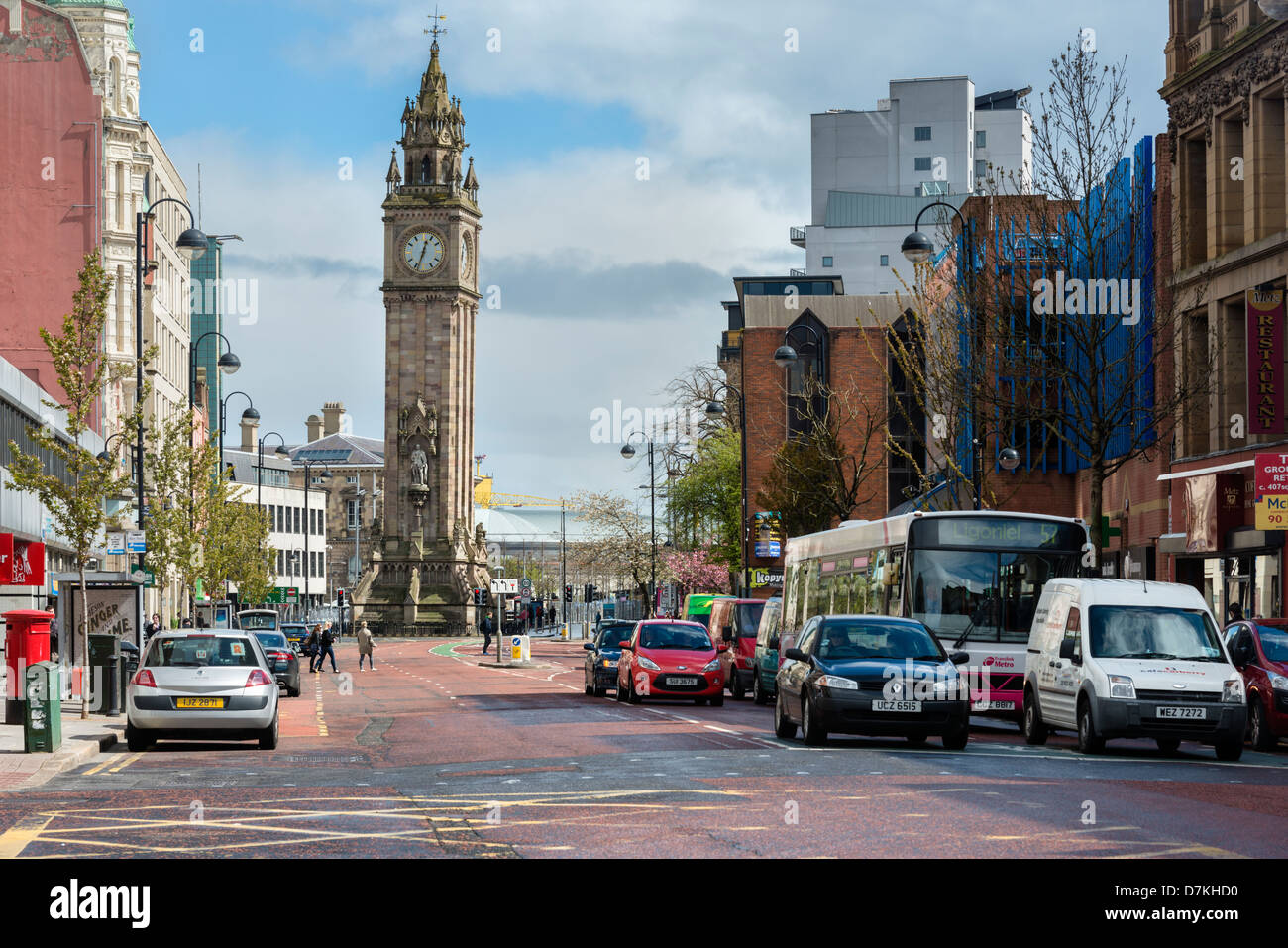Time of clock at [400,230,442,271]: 12:33
